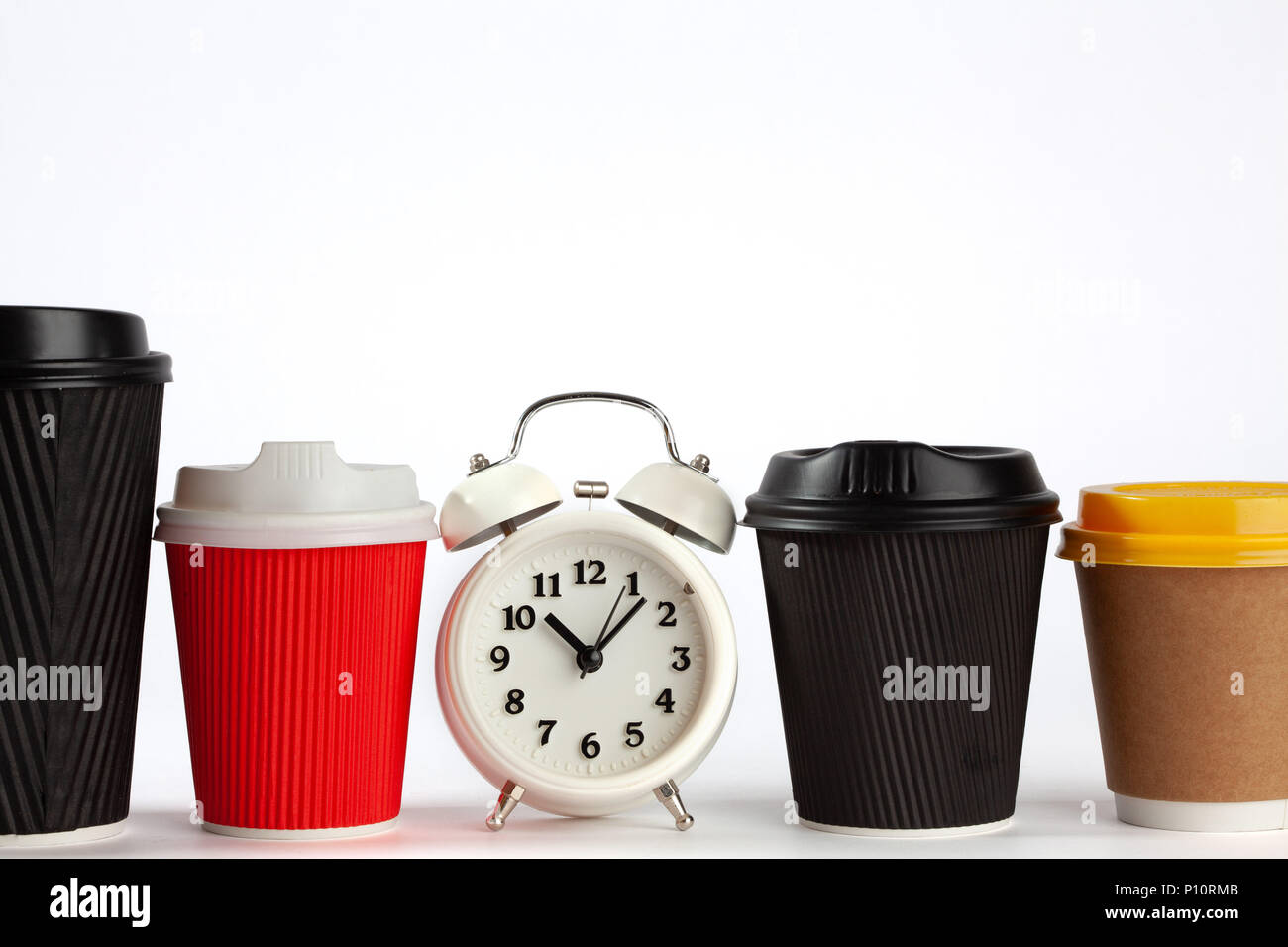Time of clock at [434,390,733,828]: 10:07
